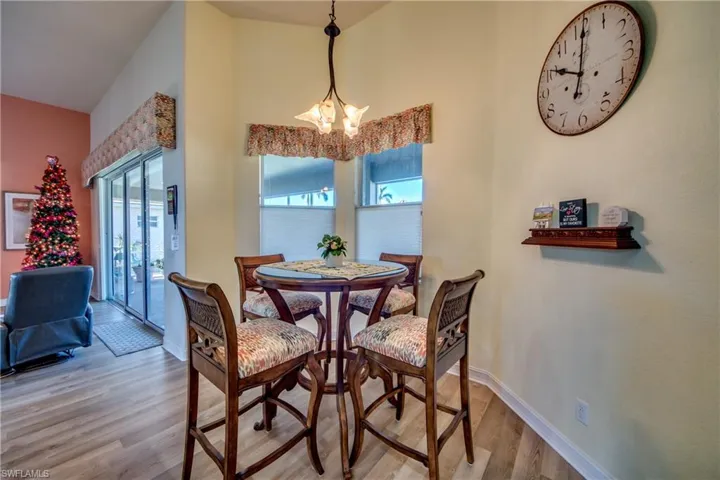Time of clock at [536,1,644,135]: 10:00
